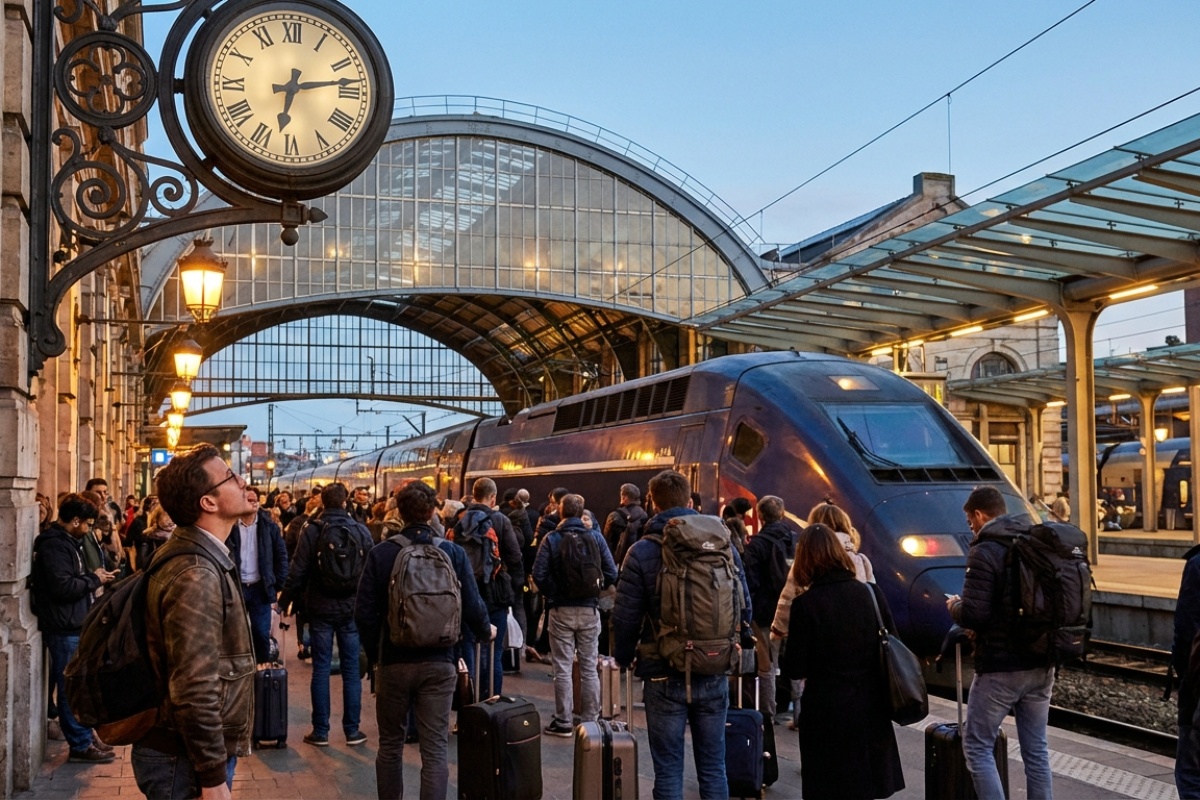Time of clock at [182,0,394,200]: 6:13
